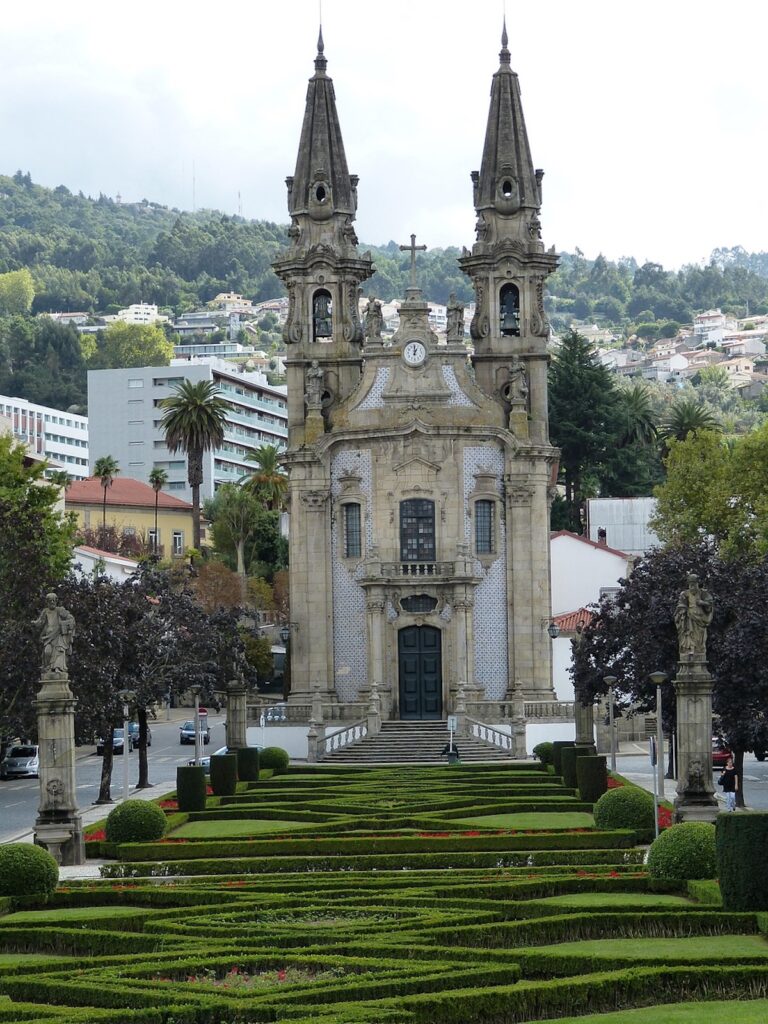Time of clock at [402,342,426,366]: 12:59
